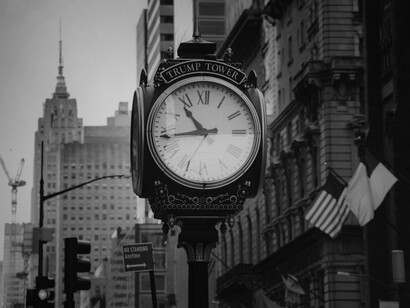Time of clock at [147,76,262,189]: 10:43
